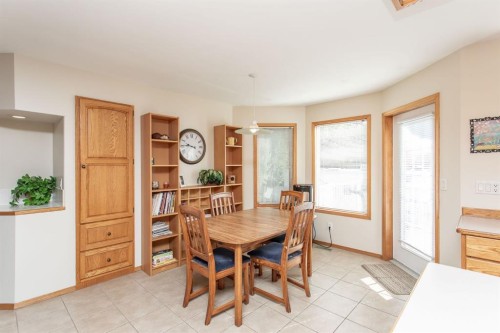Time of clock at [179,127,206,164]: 9:45
